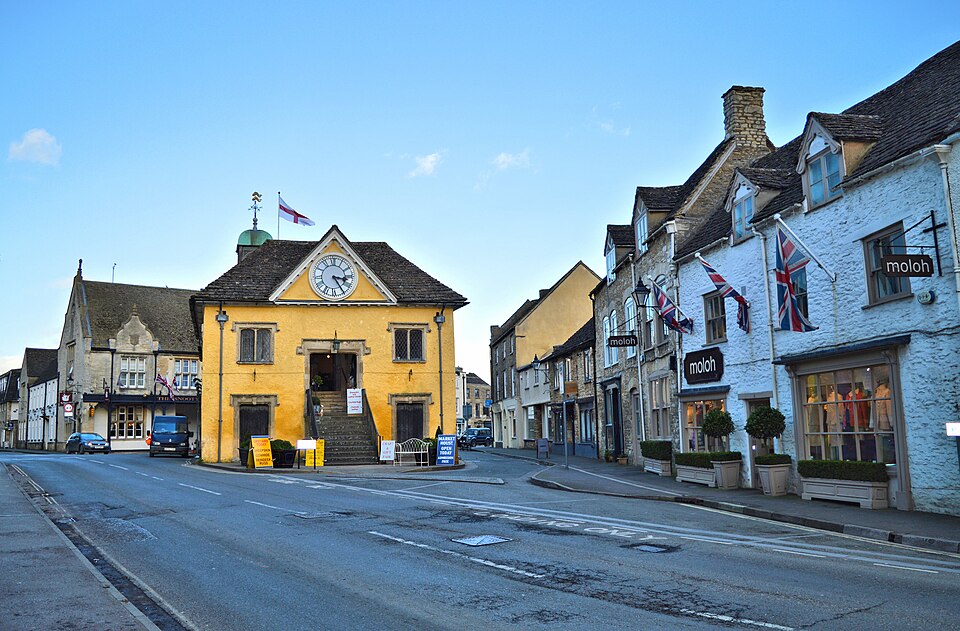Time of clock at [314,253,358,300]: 3:24
